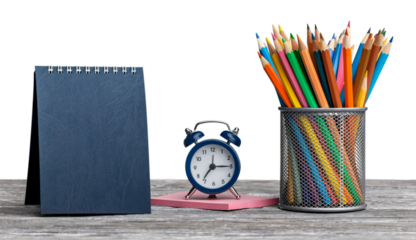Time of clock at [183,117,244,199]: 7:15
